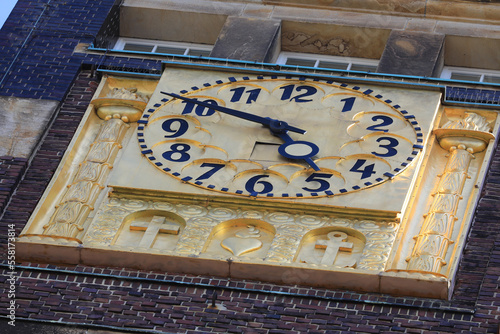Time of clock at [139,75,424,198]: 4:50
